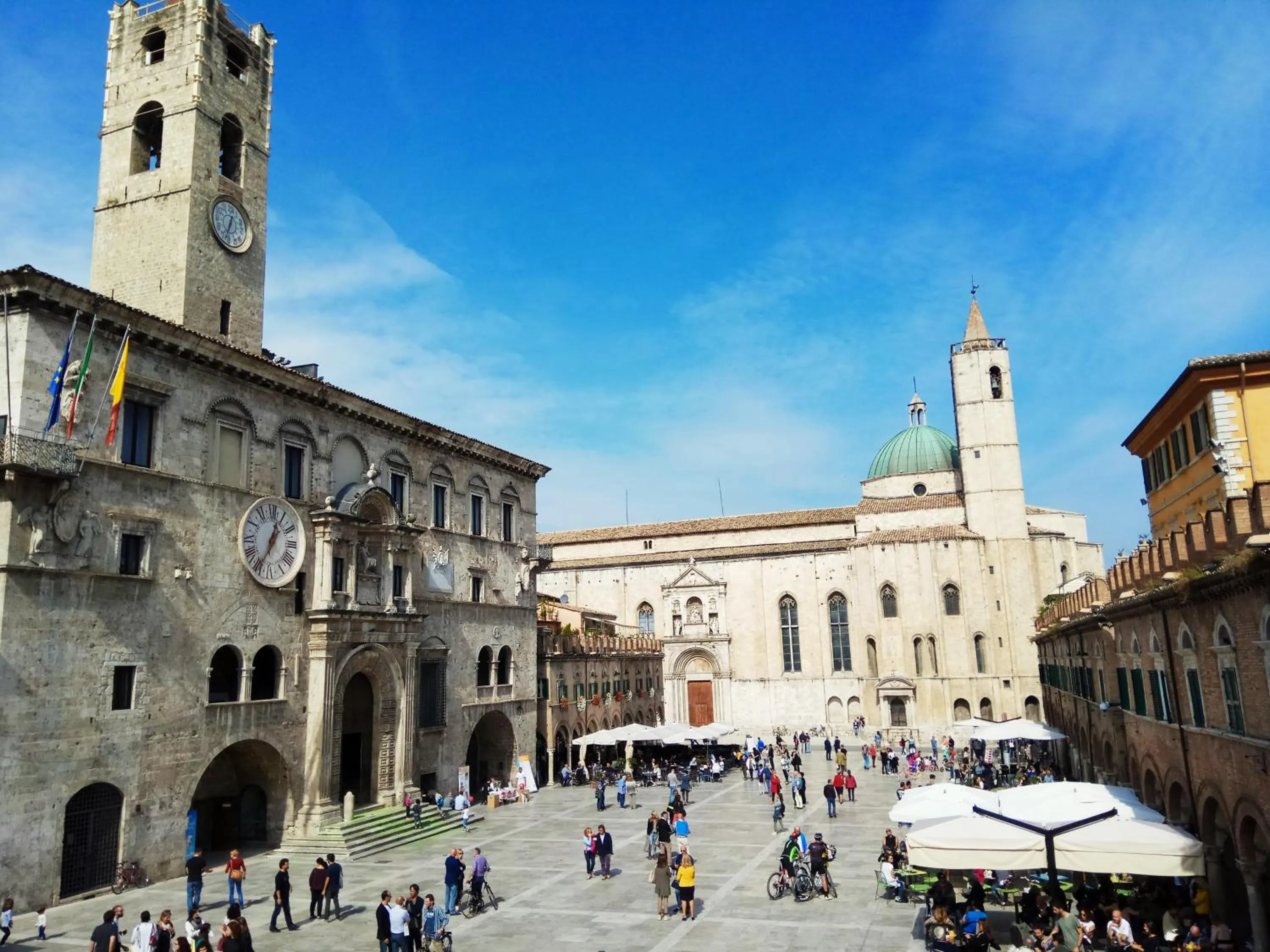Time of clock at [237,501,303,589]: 12:34
